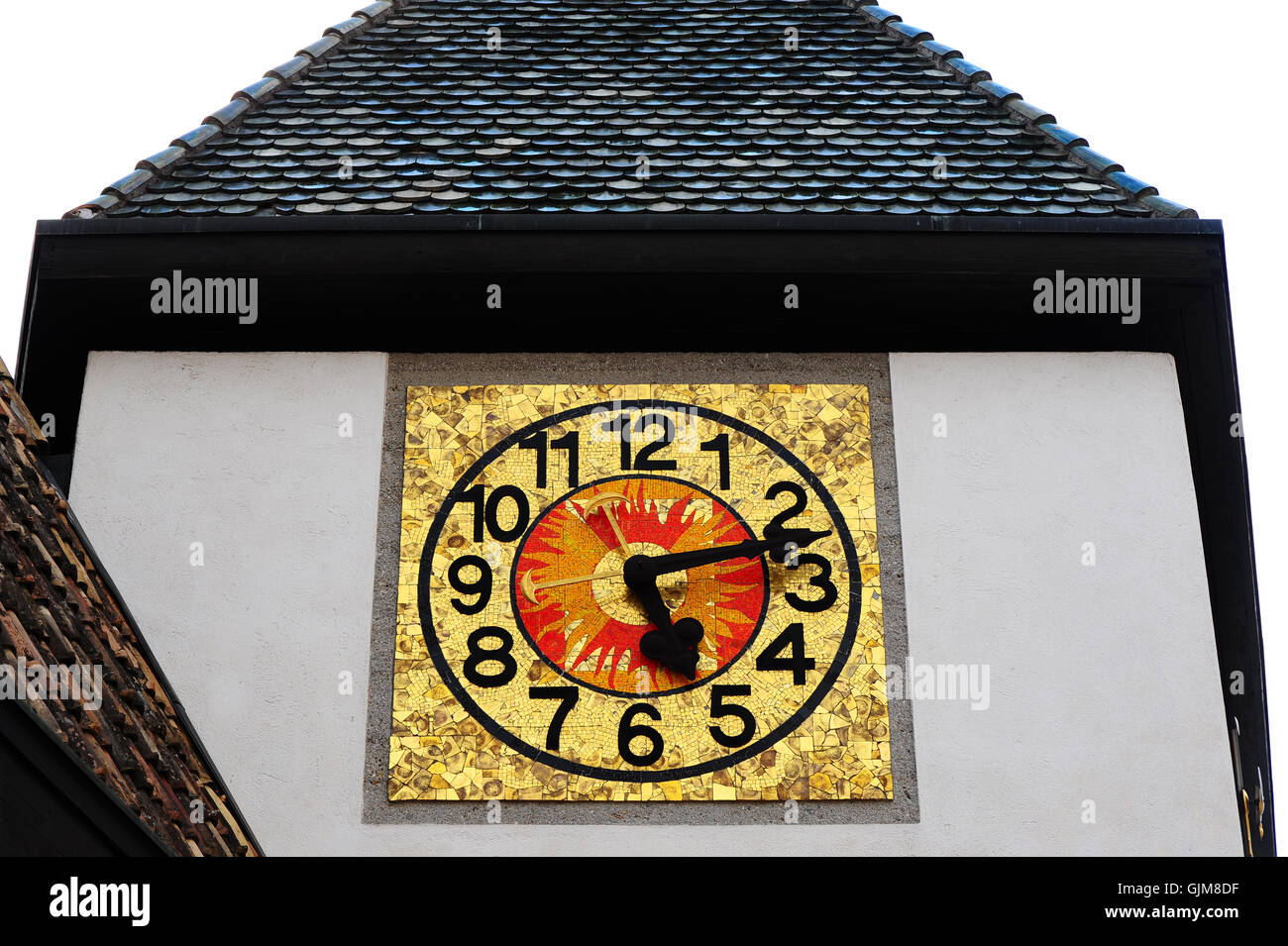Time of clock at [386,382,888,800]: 5:12
